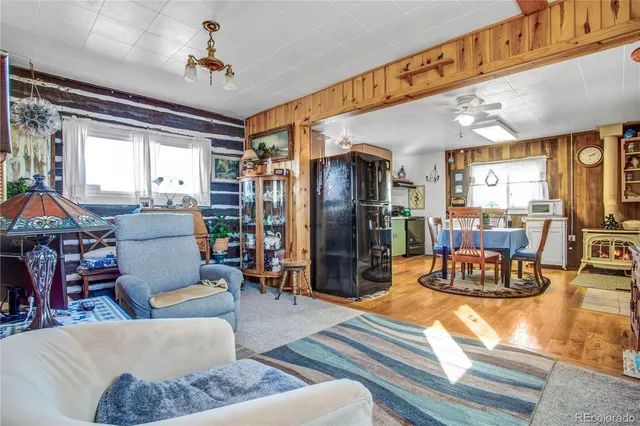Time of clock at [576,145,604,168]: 2:09
